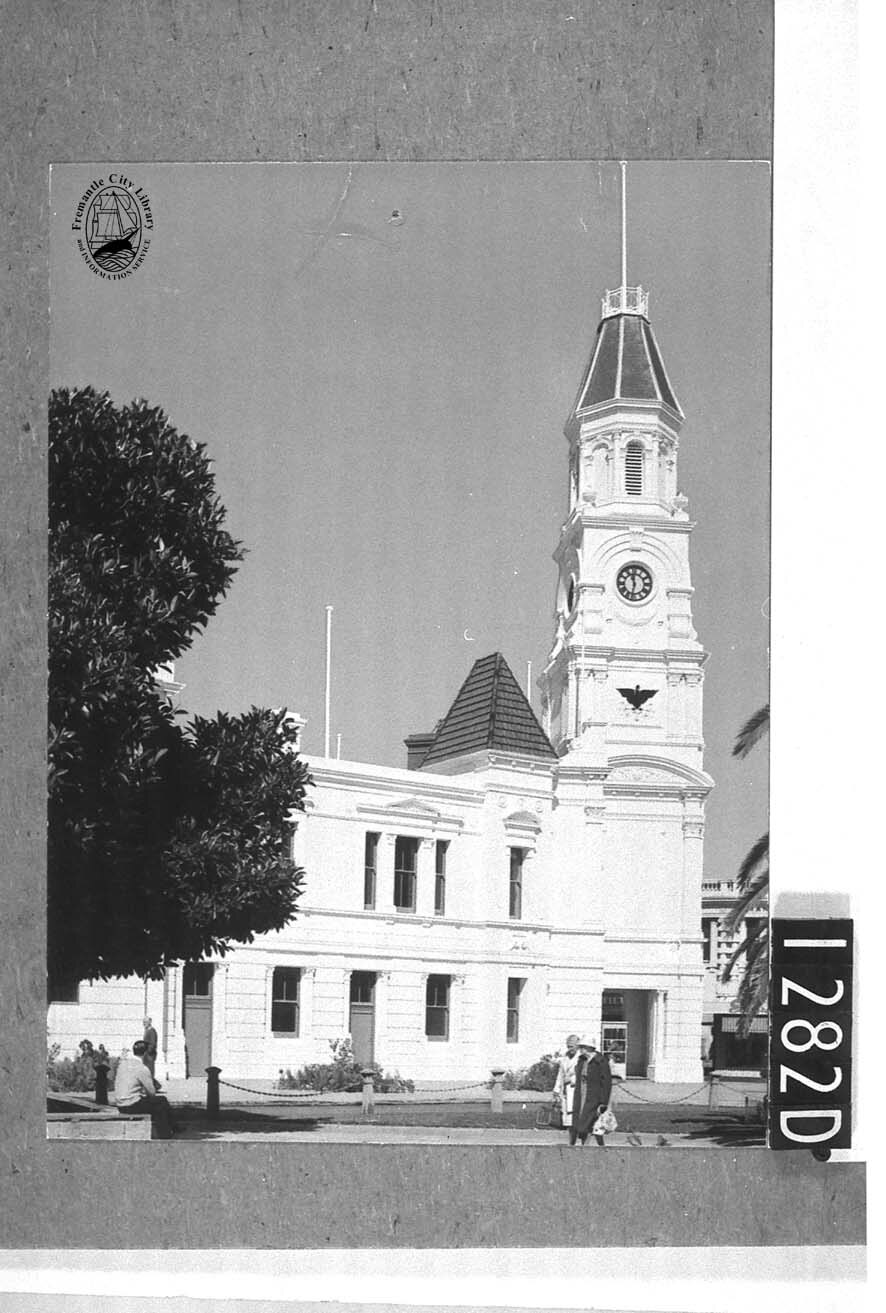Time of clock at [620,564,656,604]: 11:32
